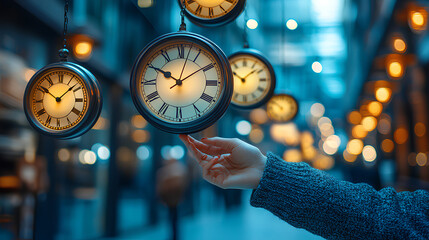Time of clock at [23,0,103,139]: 10:08
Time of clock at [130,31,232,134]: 10:02
